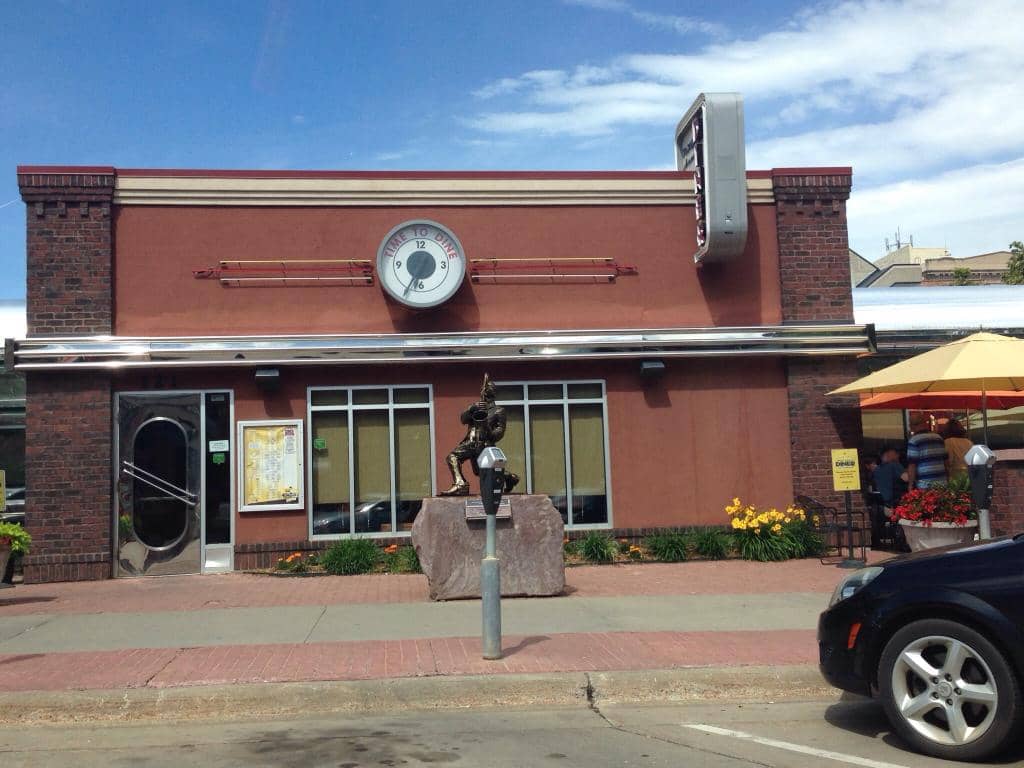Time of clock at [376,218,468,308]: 6:34
